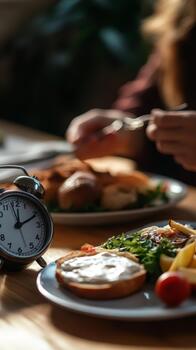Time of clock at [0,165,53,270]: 12:10
